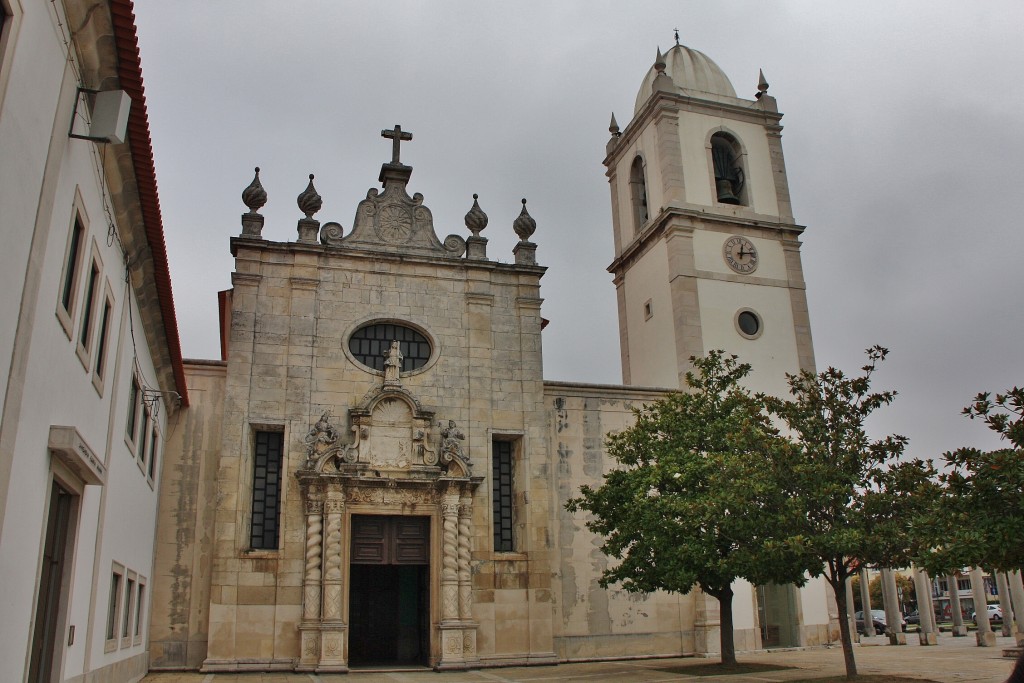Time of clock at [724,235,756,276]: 12:13
